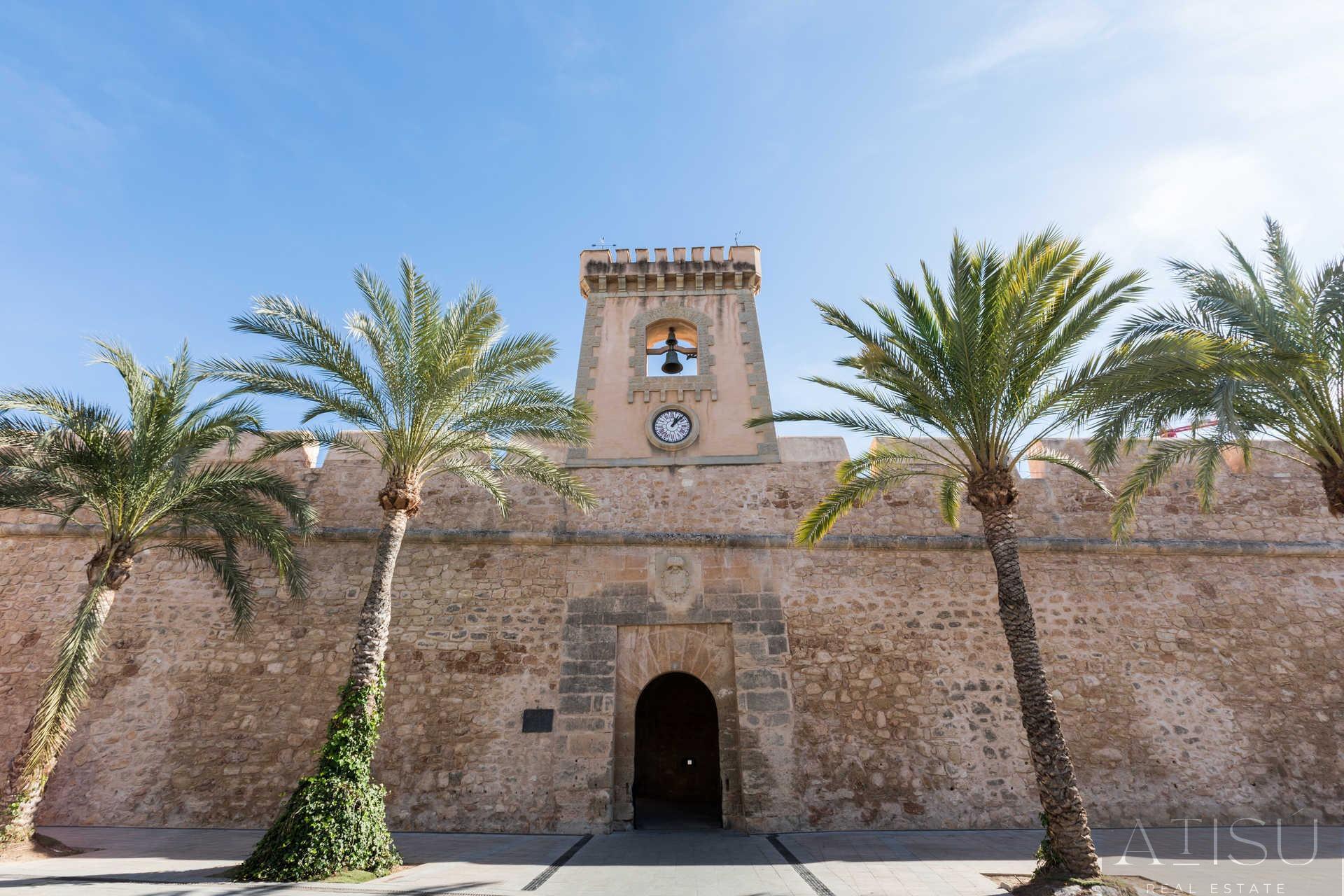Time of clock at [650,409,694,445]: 1:07
